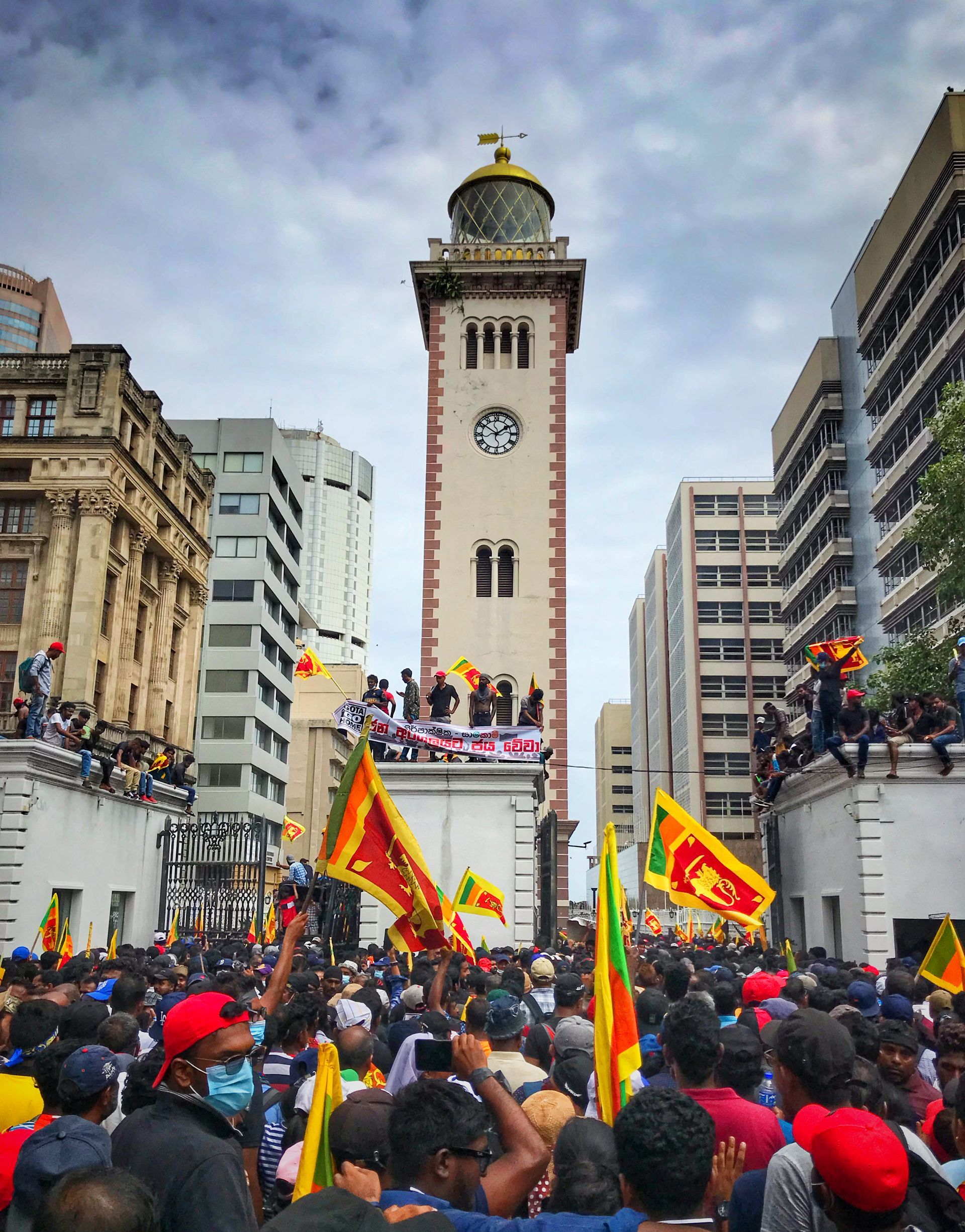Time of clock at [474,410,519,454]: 1:50
